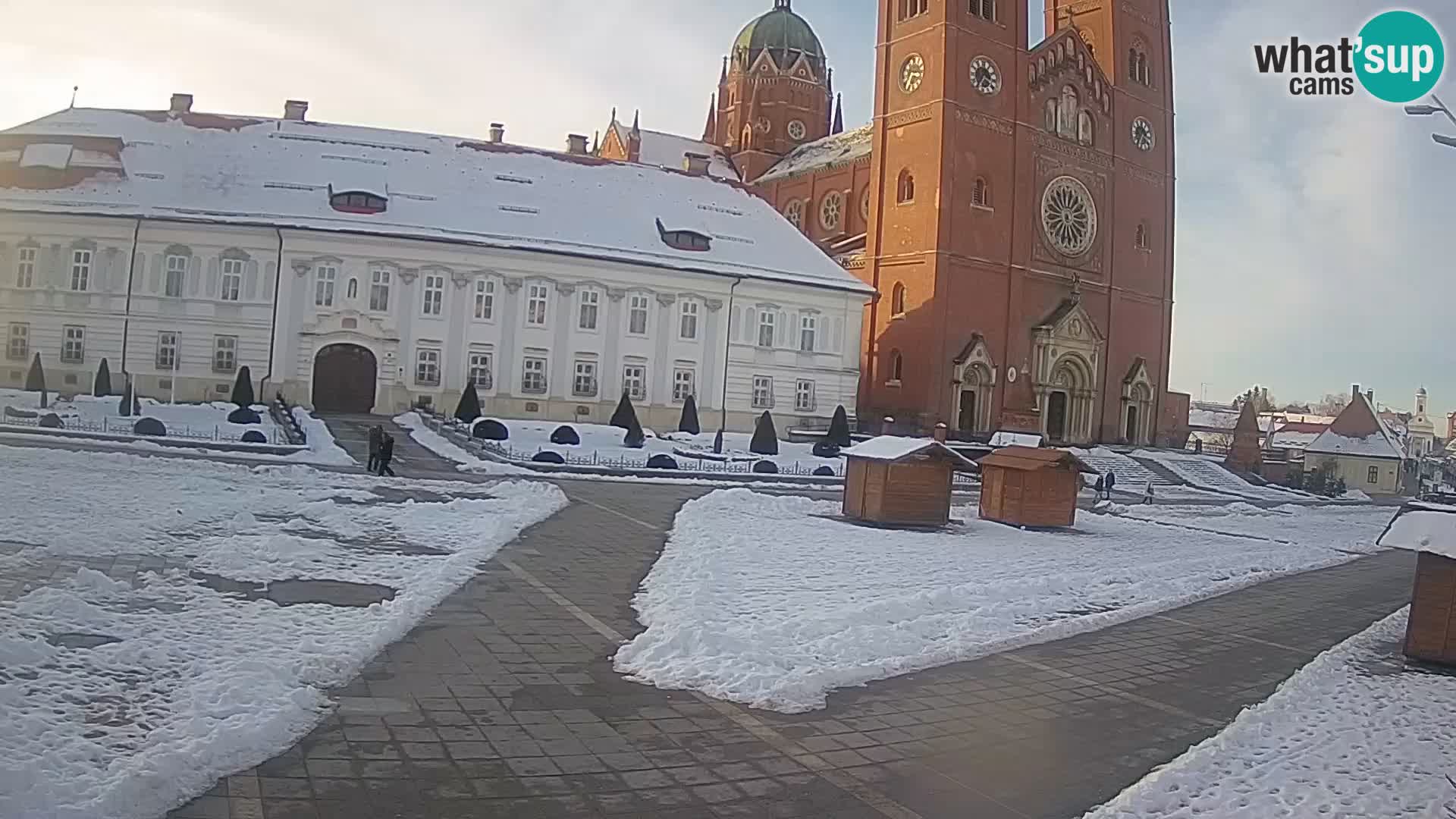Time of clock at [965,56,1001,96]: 3:35
